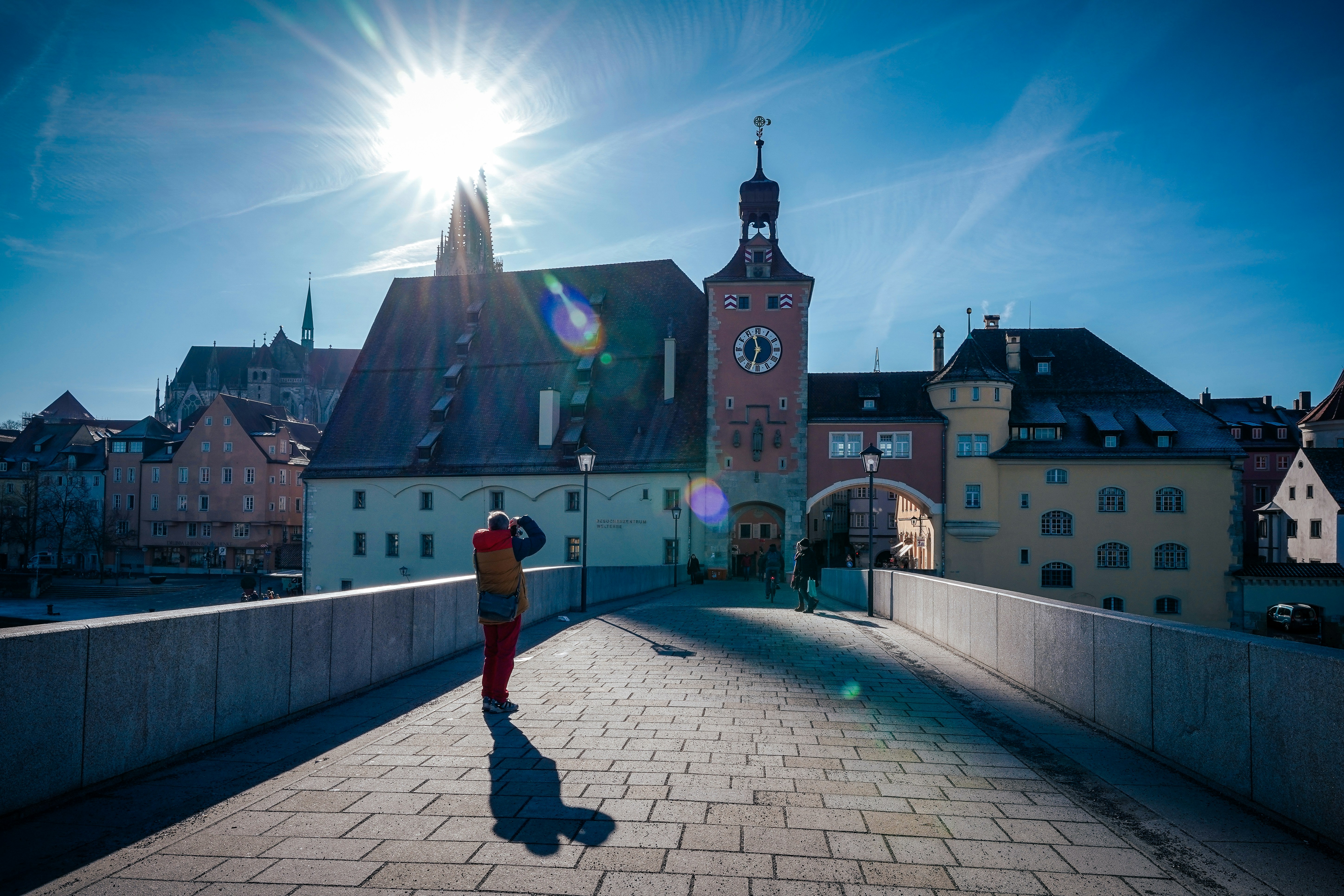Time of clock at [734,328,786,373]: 11:32
